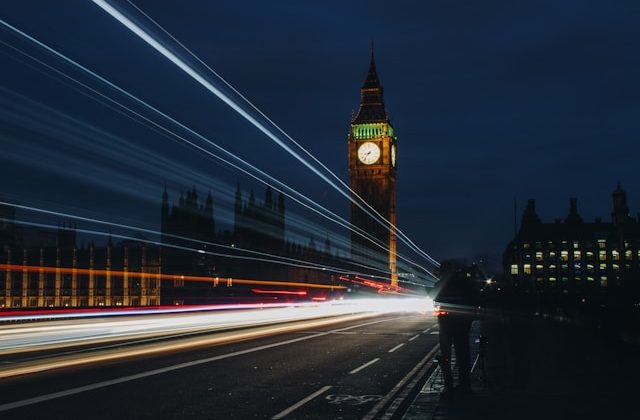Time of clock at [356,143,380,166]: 8:36
